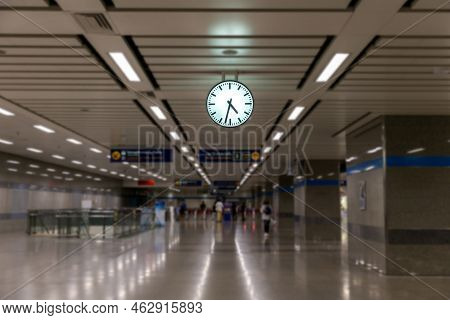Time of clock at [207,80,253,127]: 4:32
